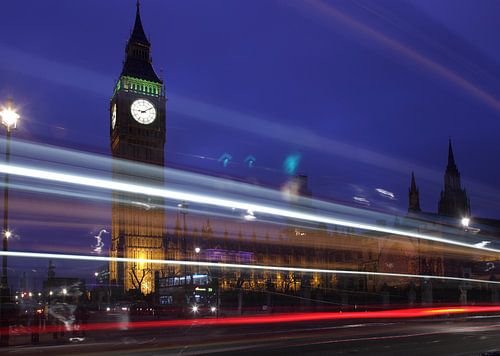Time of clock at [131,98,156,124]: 9:09
